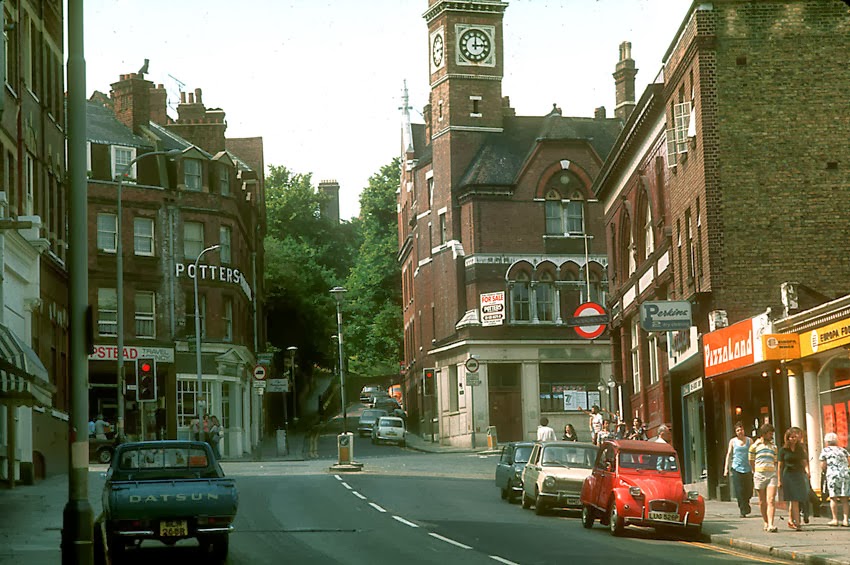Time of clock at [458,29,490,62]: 3:00
